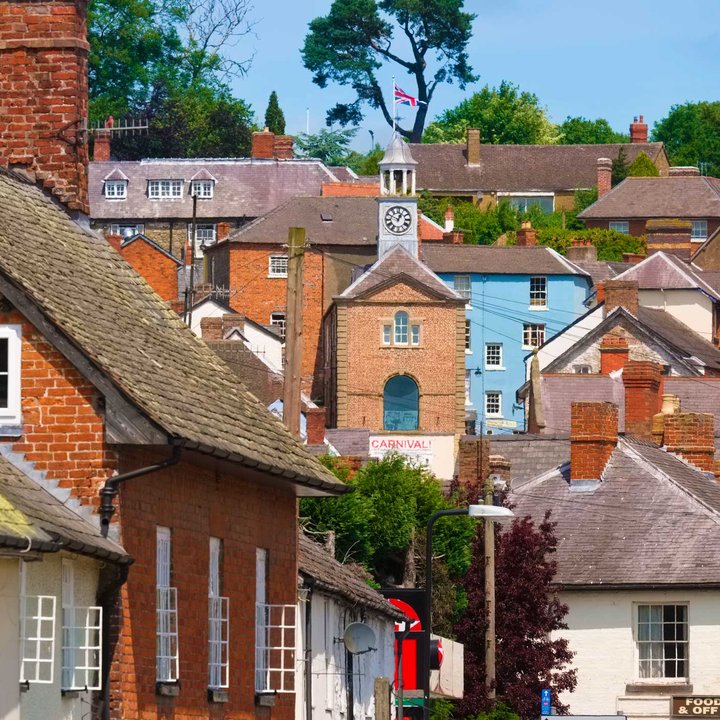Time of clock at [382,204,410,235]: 12:49
